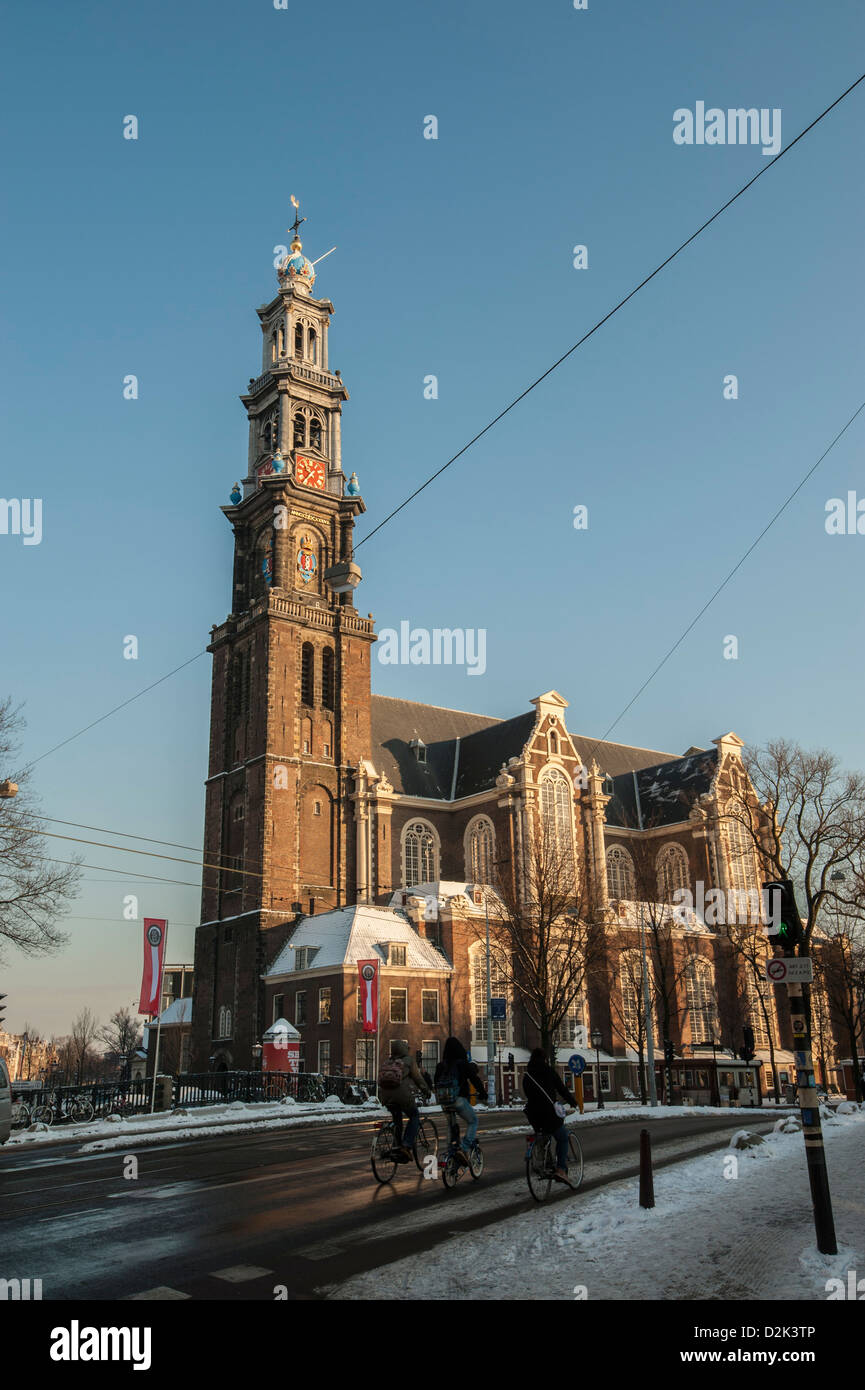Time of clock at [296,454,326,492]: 9:36
